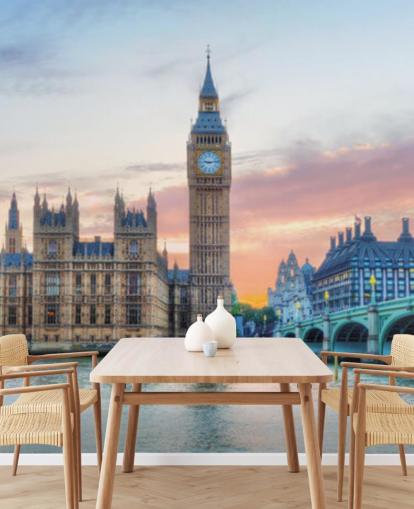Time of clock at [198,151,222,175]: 9:13
